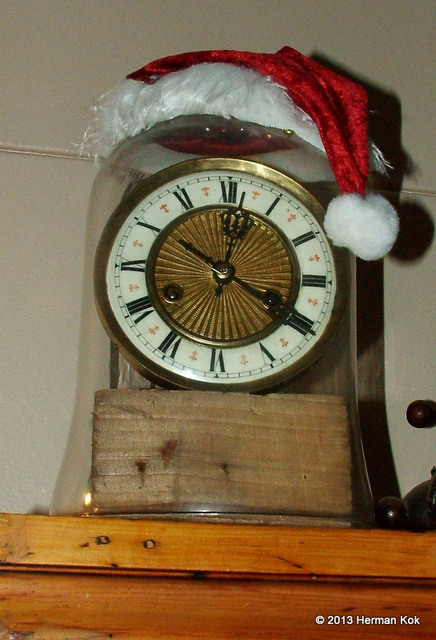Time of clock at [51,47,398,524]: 12:19
